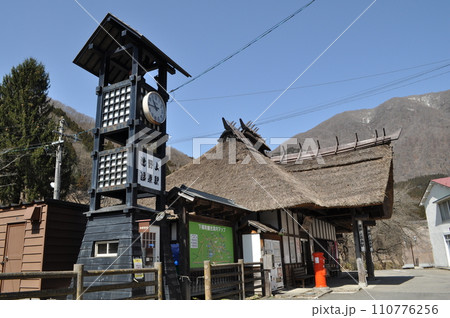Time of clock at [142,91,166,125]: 10:45
